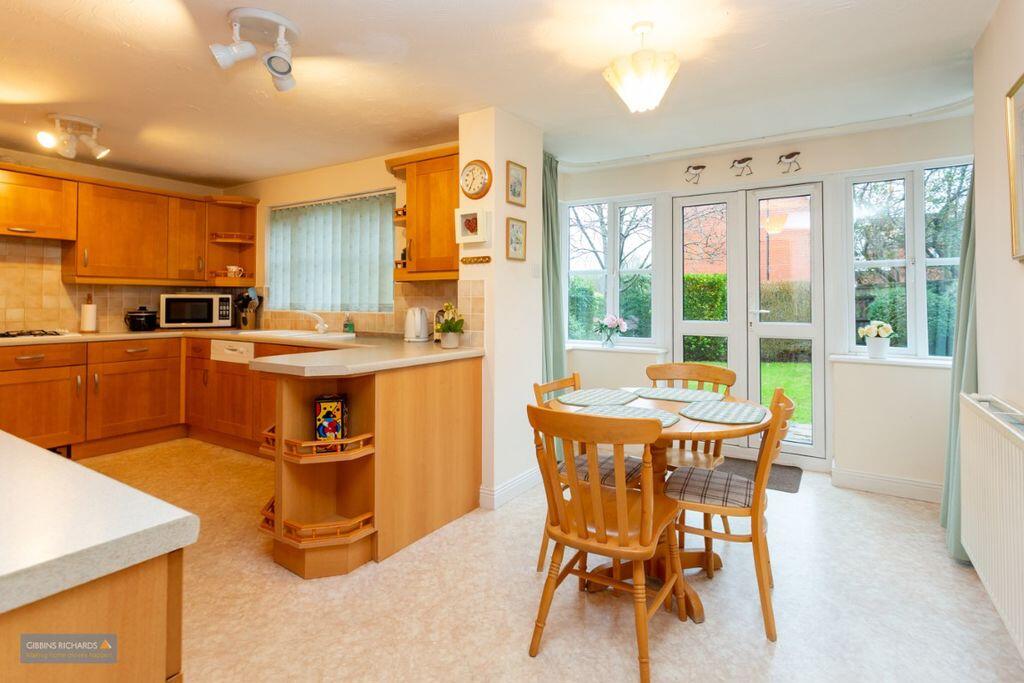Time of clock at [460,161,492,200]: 11:35
